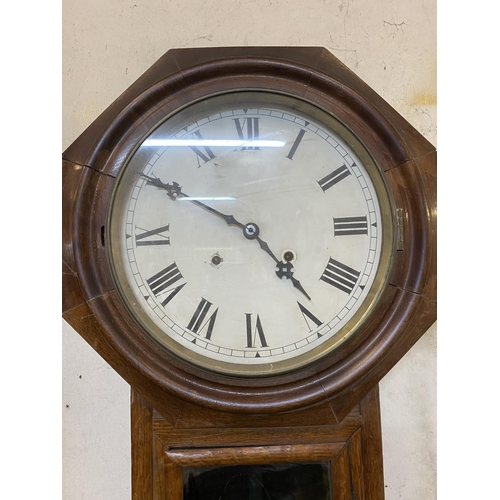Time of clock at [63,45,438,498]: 4:50
